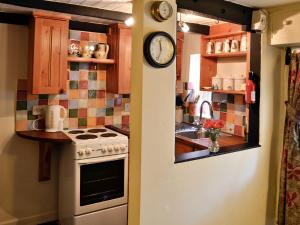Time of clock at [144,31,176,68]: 11:33
